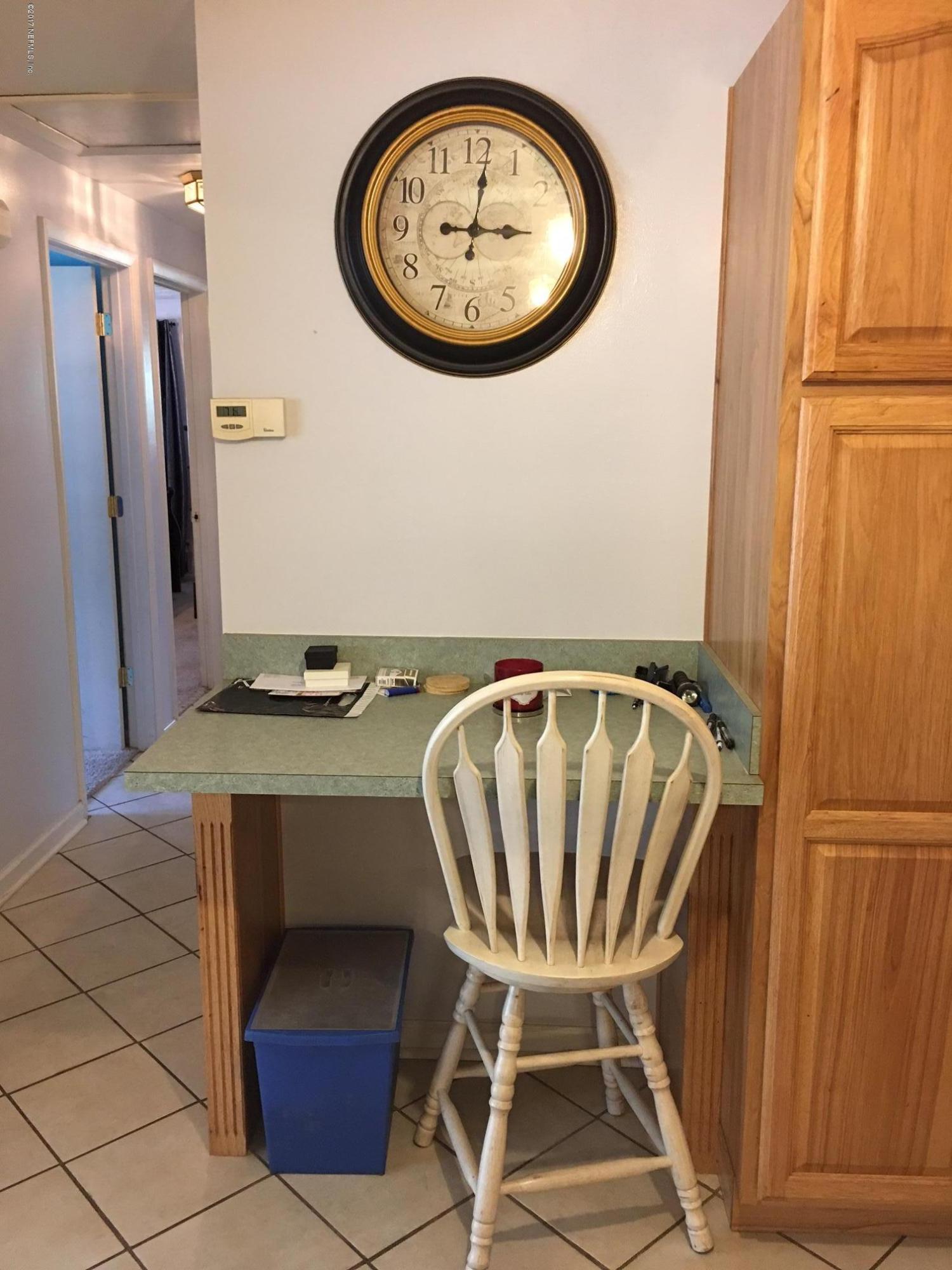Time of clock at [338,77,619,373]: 9:01
